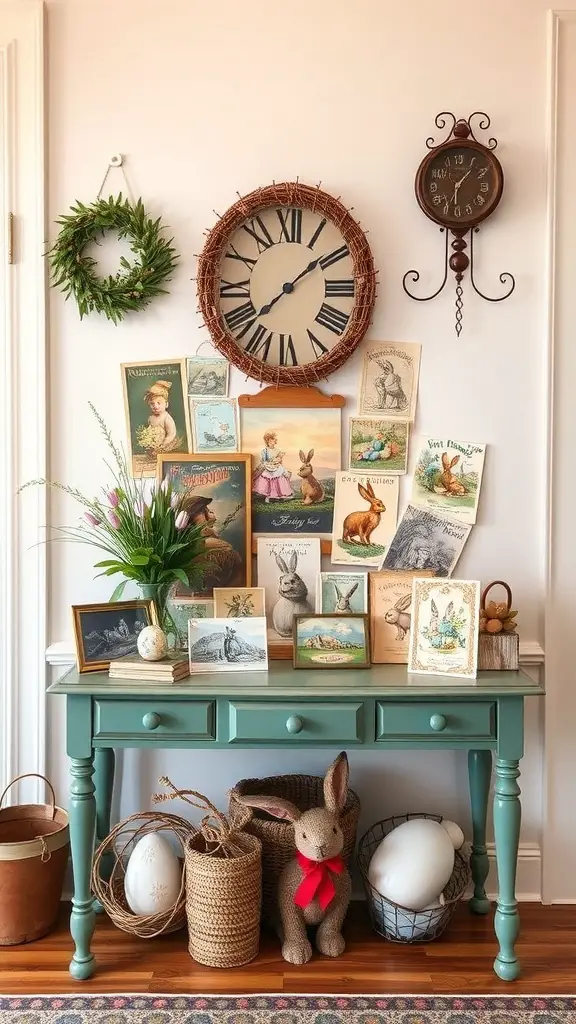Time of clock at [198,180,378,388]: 1:37
